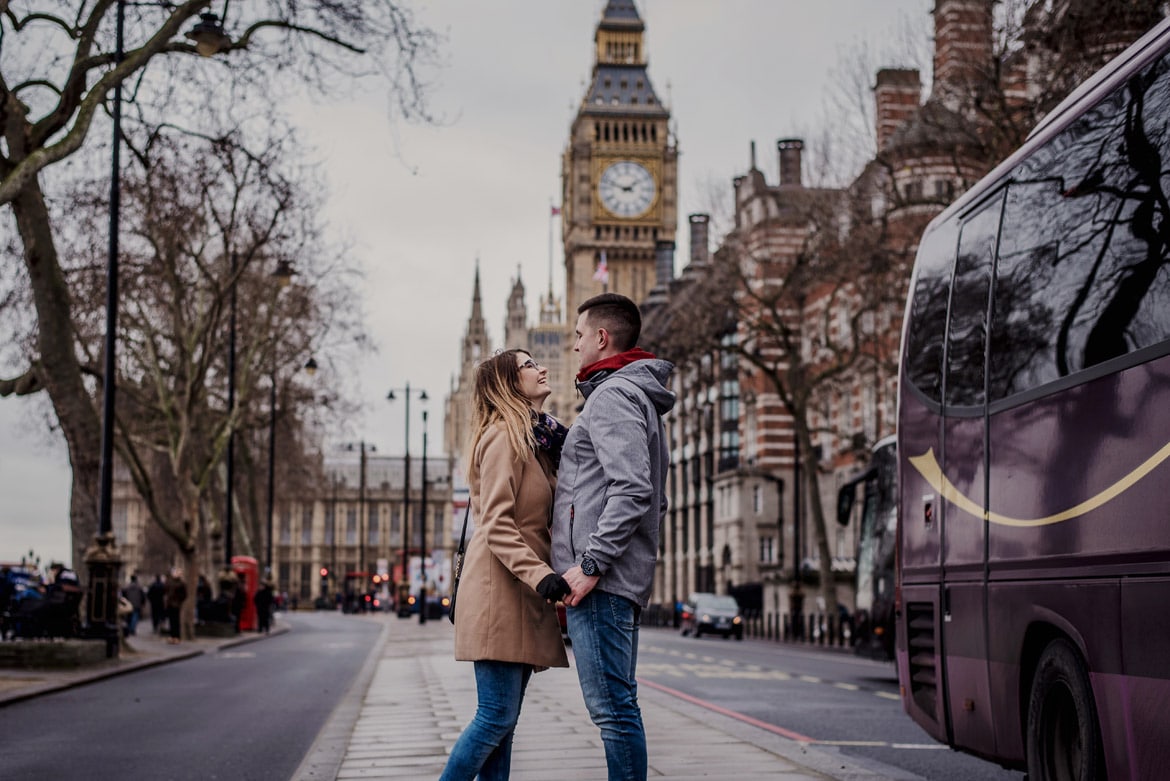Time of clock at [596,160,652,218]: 1:47
